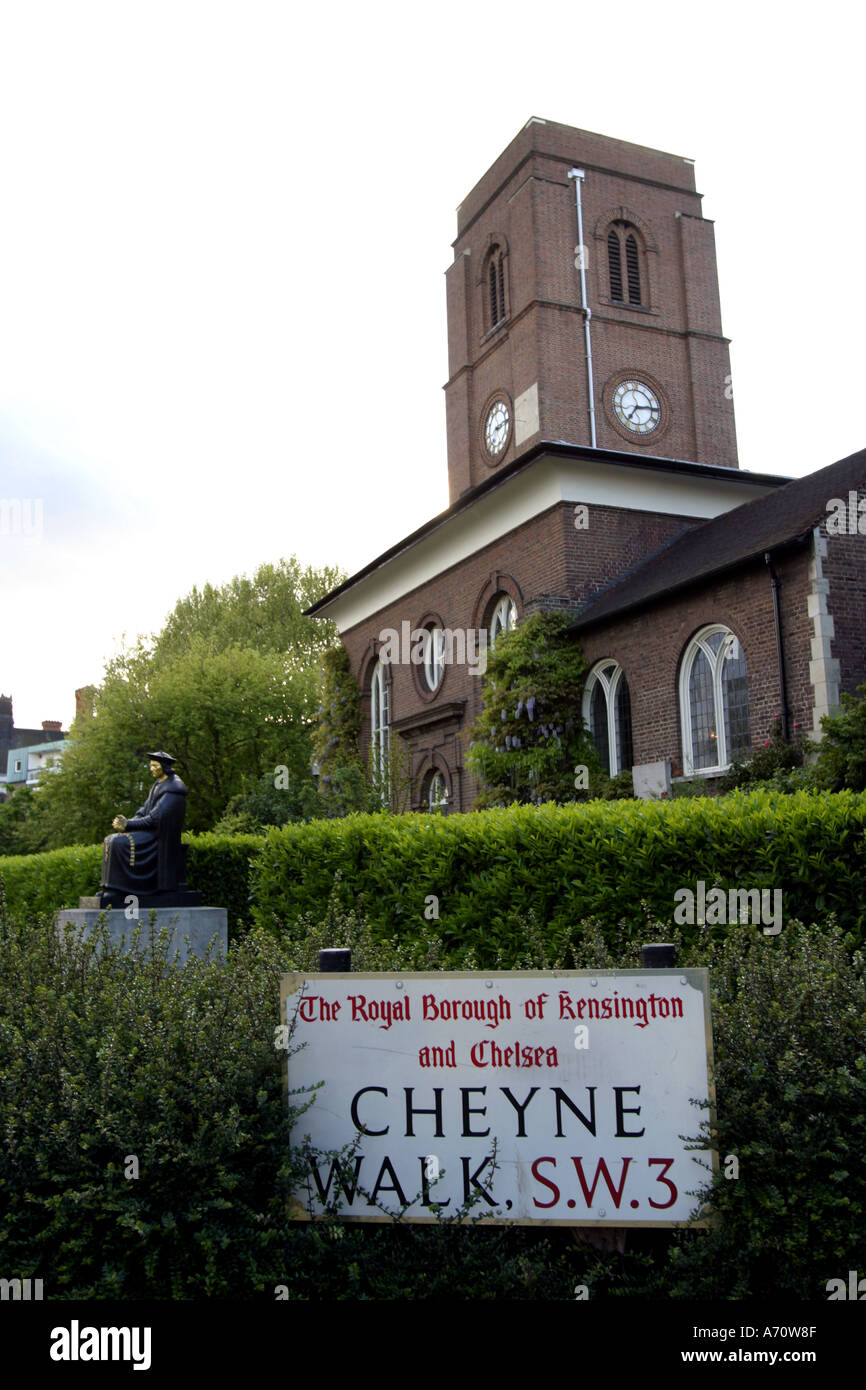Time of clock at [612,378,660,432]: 7:14
